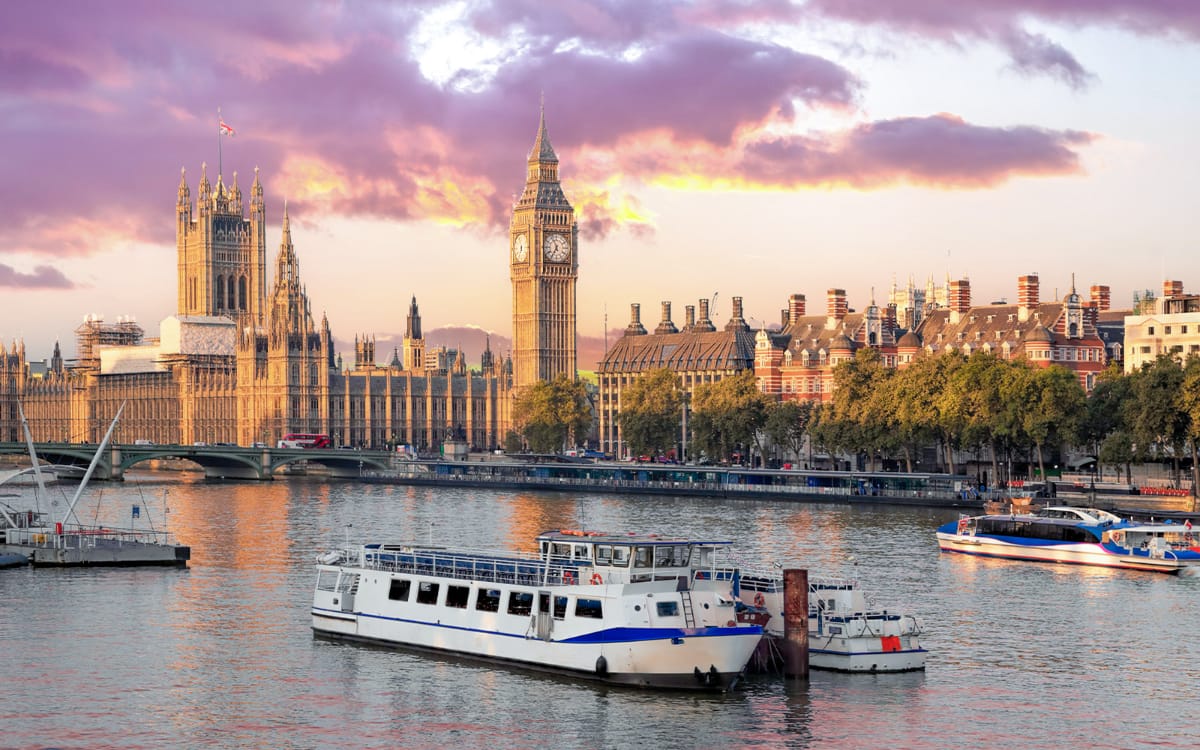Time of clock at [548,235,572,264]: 6:56
